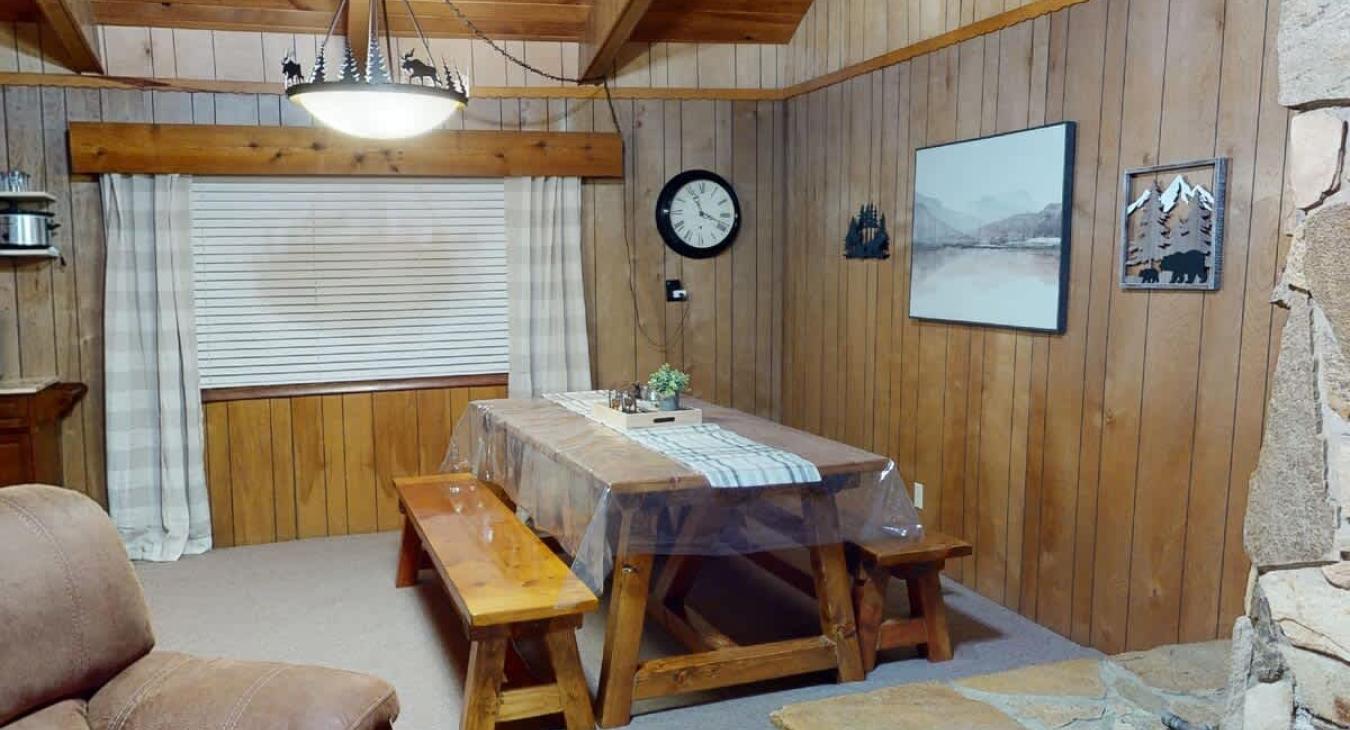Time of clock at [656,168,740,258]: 11:18
